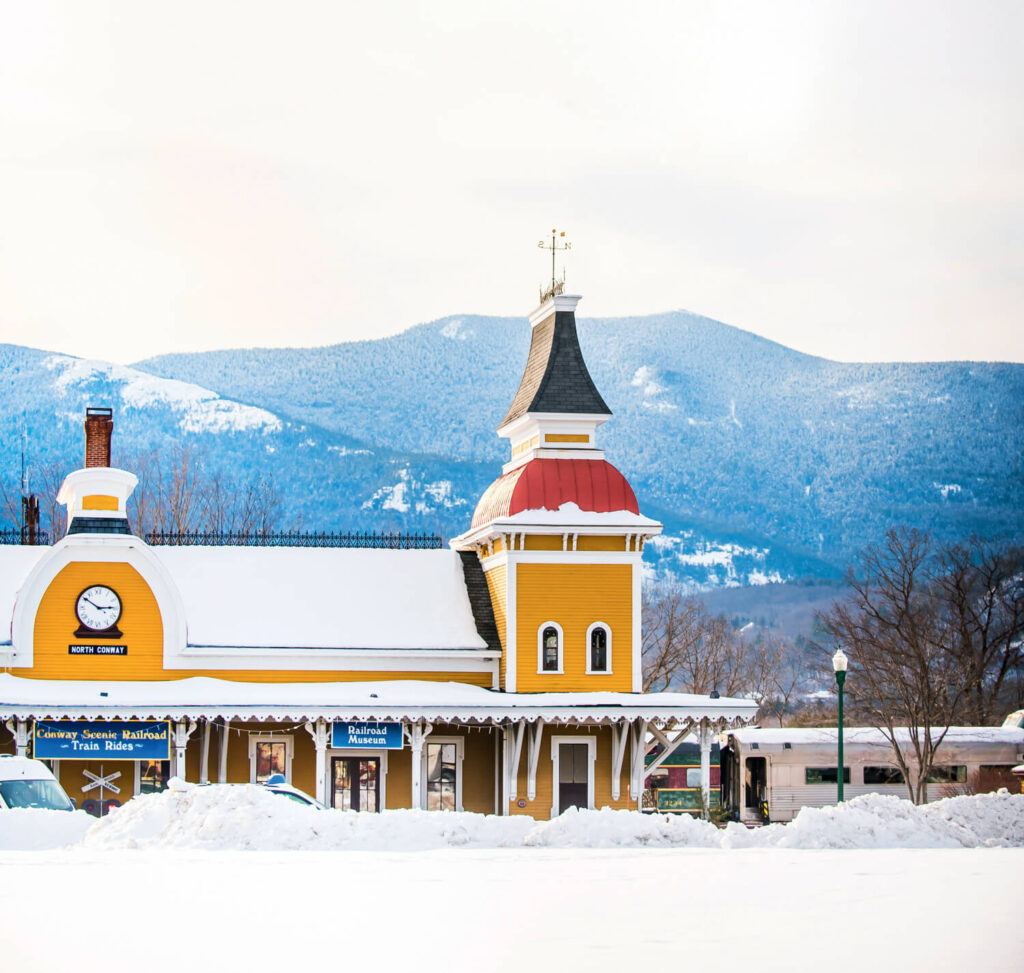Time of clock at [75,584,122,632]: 2:50
